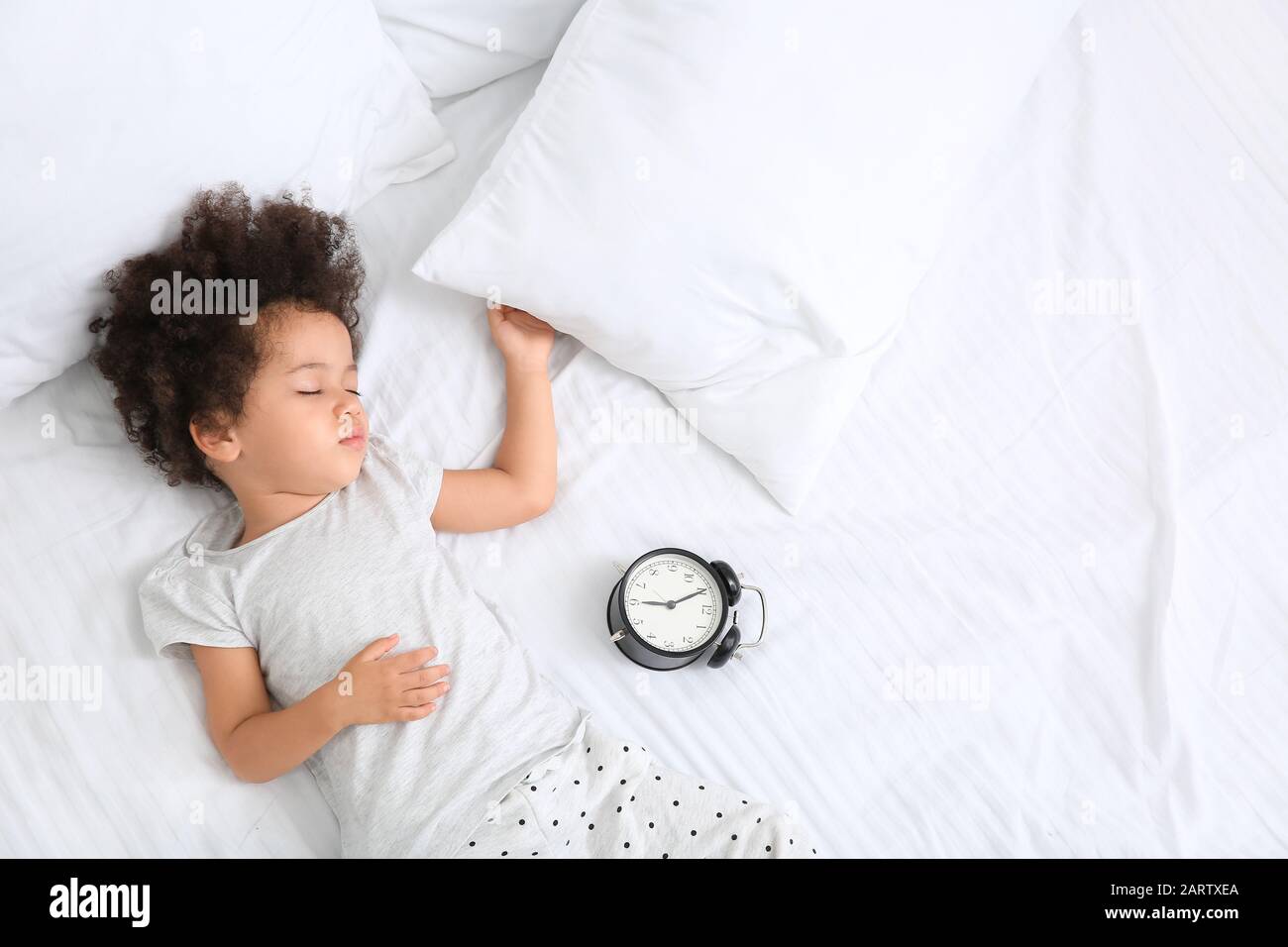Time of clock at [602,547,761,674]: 9:10
